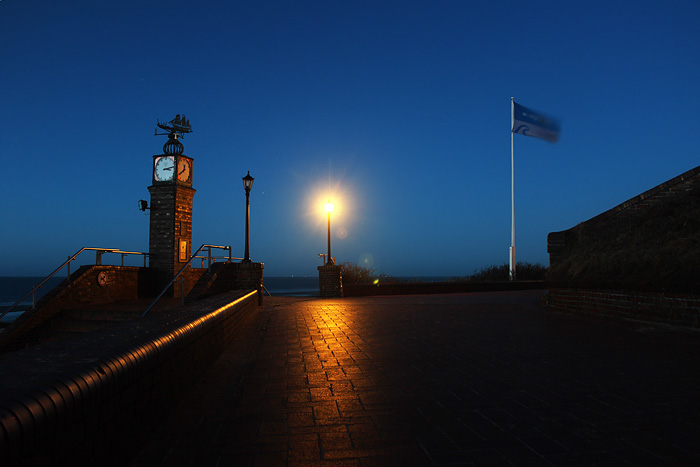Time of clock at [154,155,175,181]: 3:13
